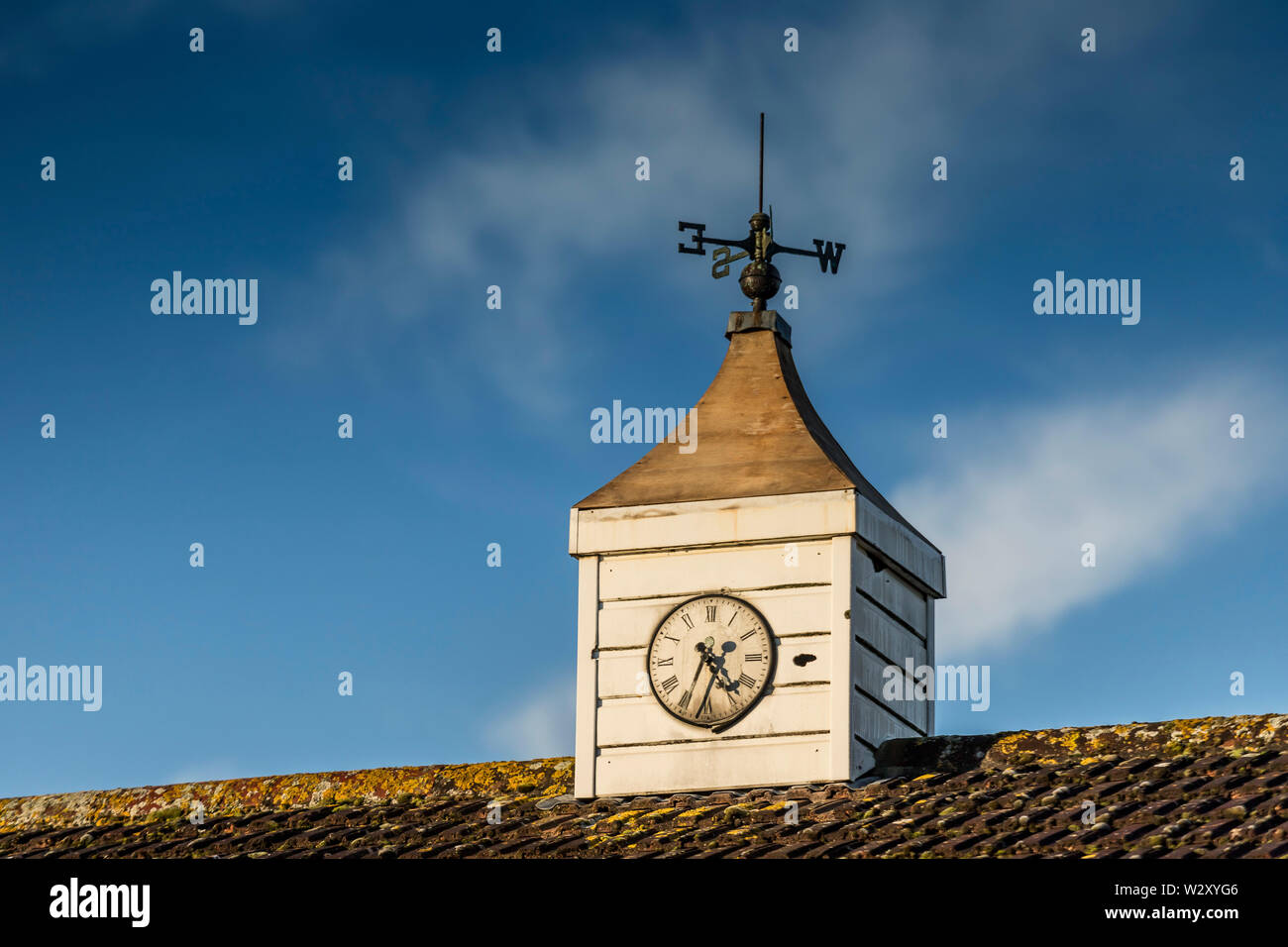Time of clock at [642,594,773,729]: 4:34
